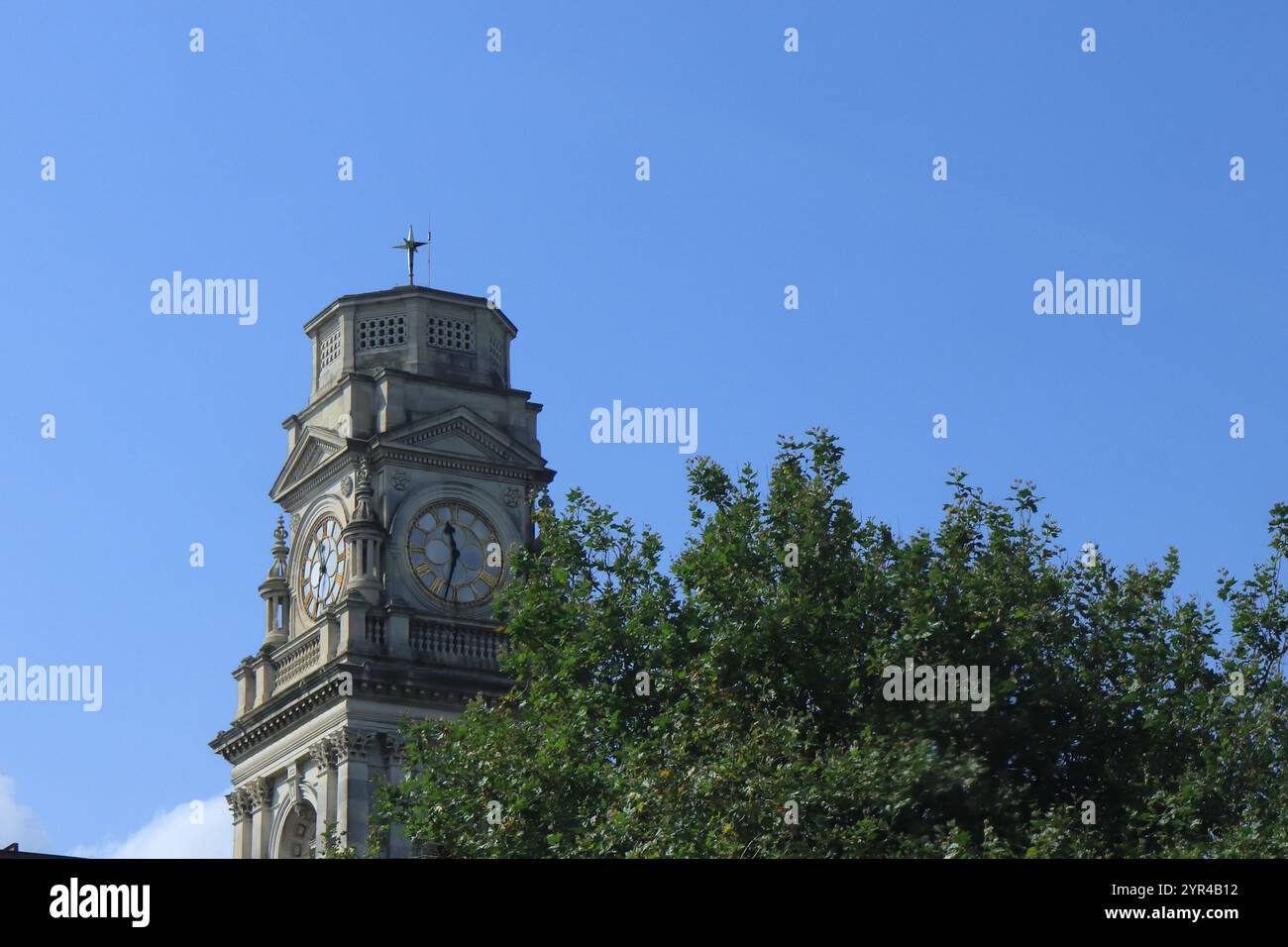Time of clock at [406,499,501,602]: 11:32
